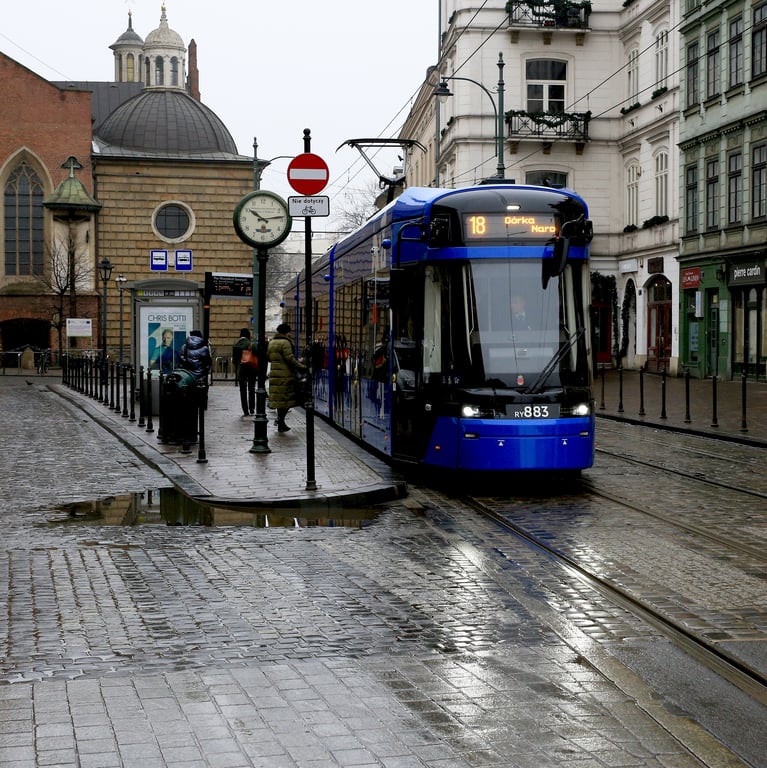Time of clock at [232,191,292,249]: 10:13
